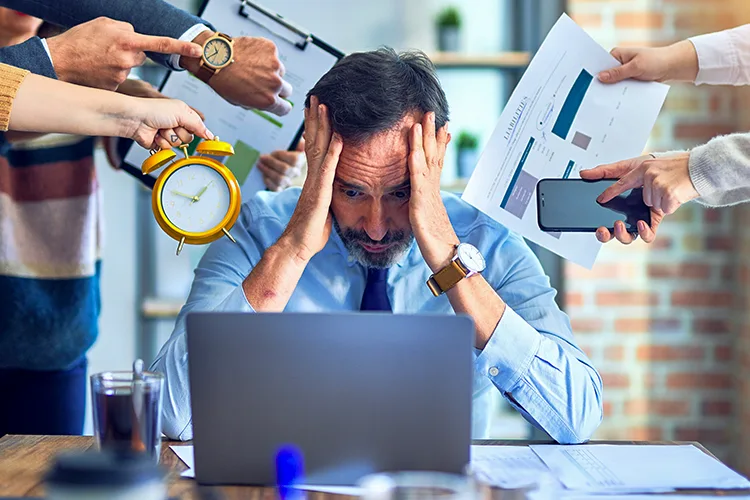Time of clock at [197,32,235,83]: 11:40
